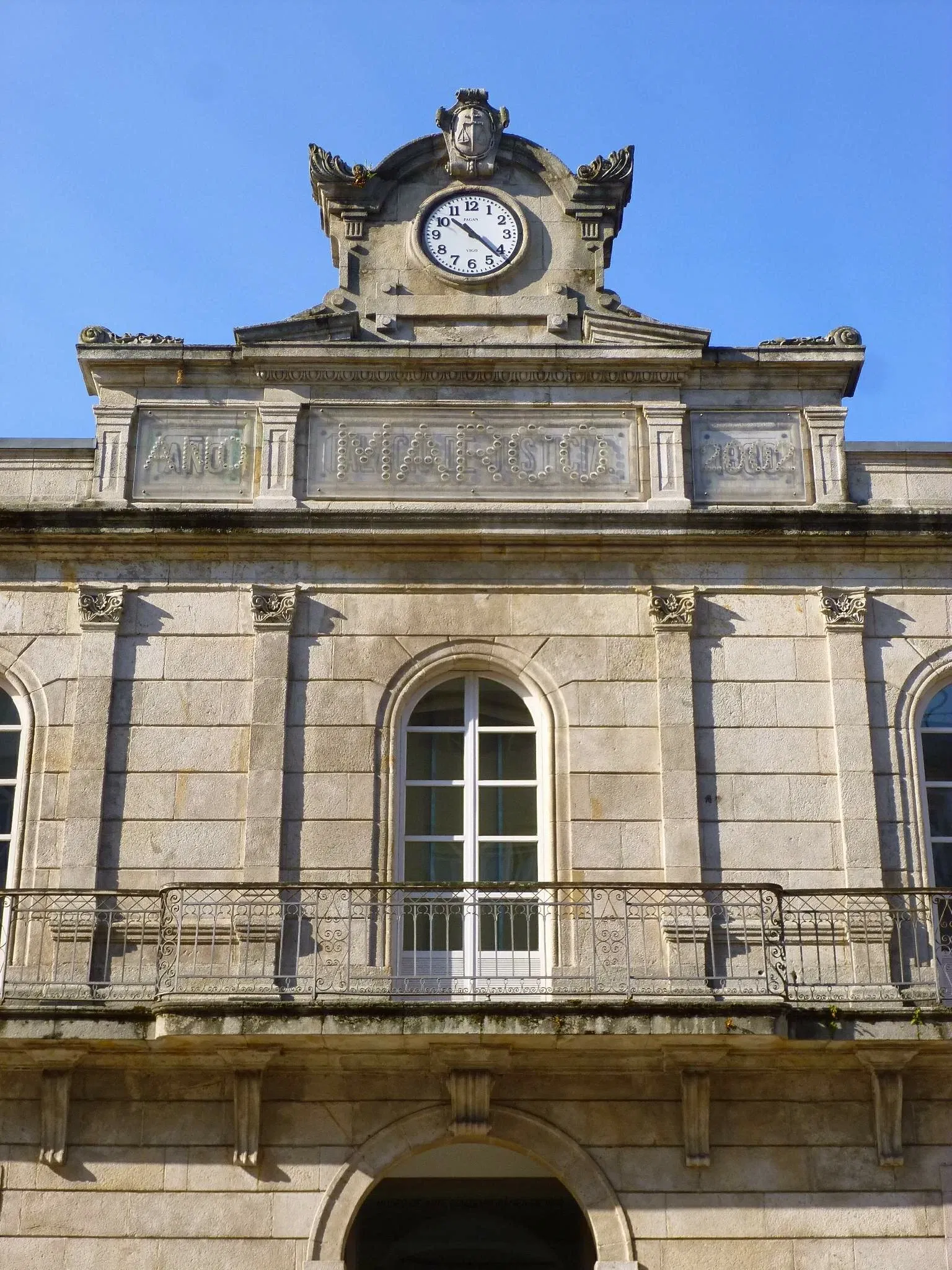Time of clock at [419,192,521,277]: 10:22
